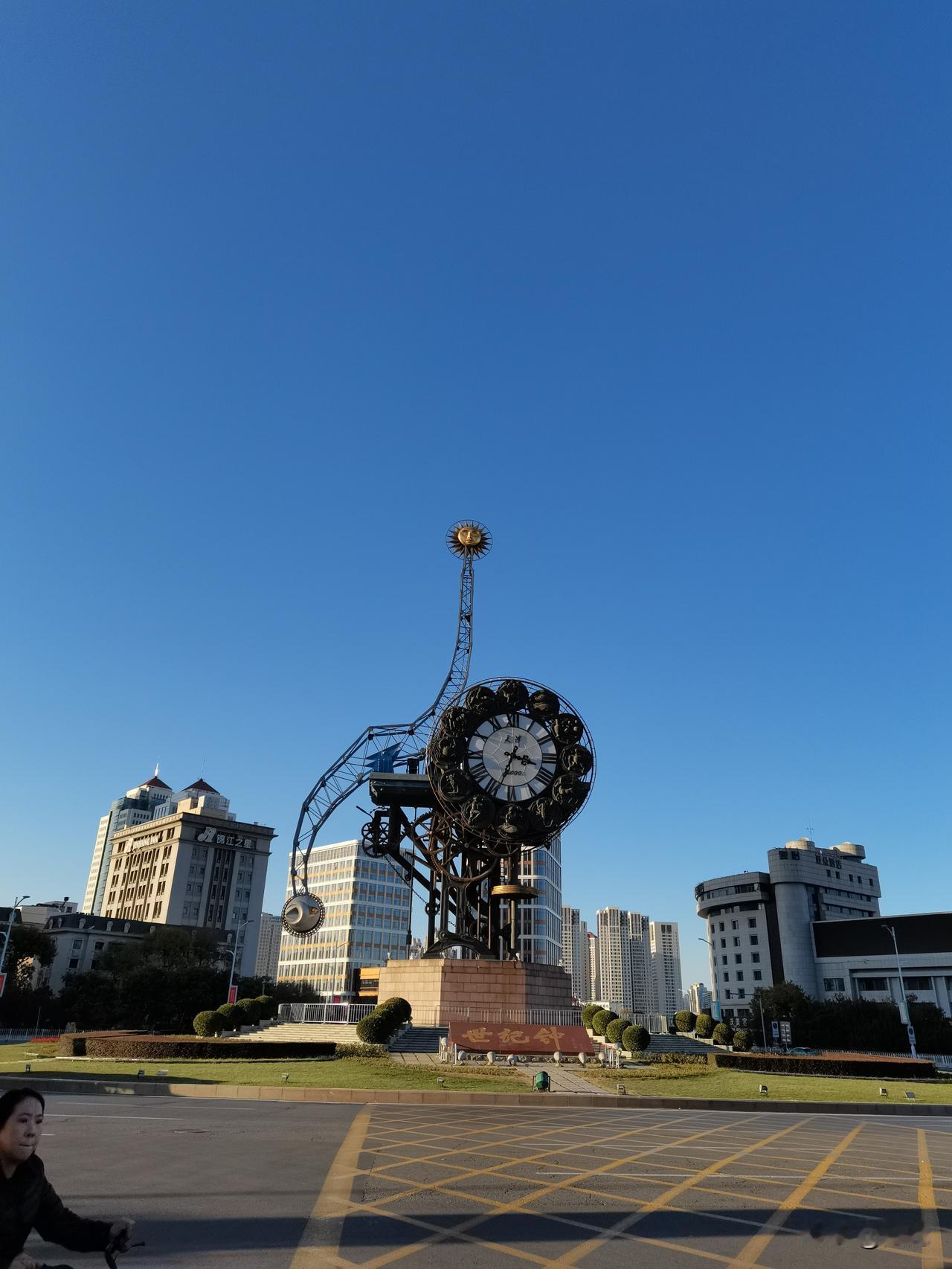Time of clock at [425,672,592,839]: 3:33
